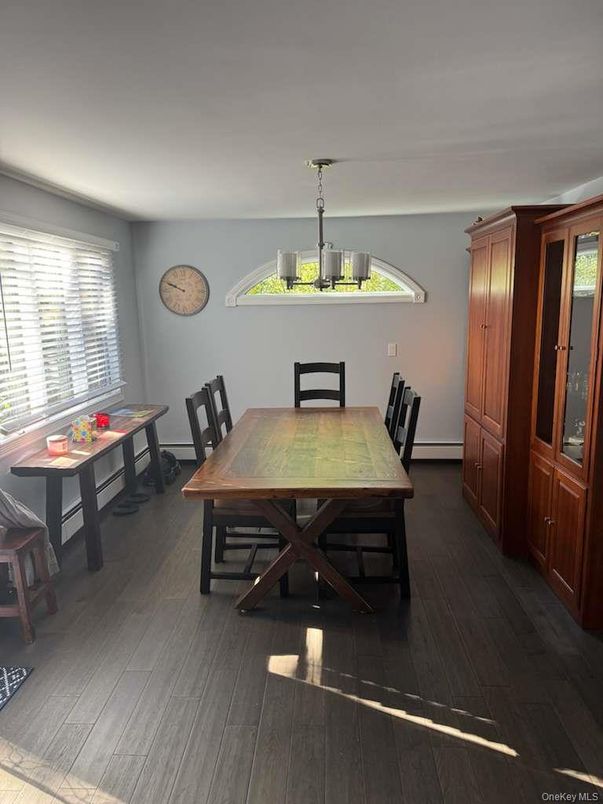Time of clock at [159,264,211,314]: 9:48
